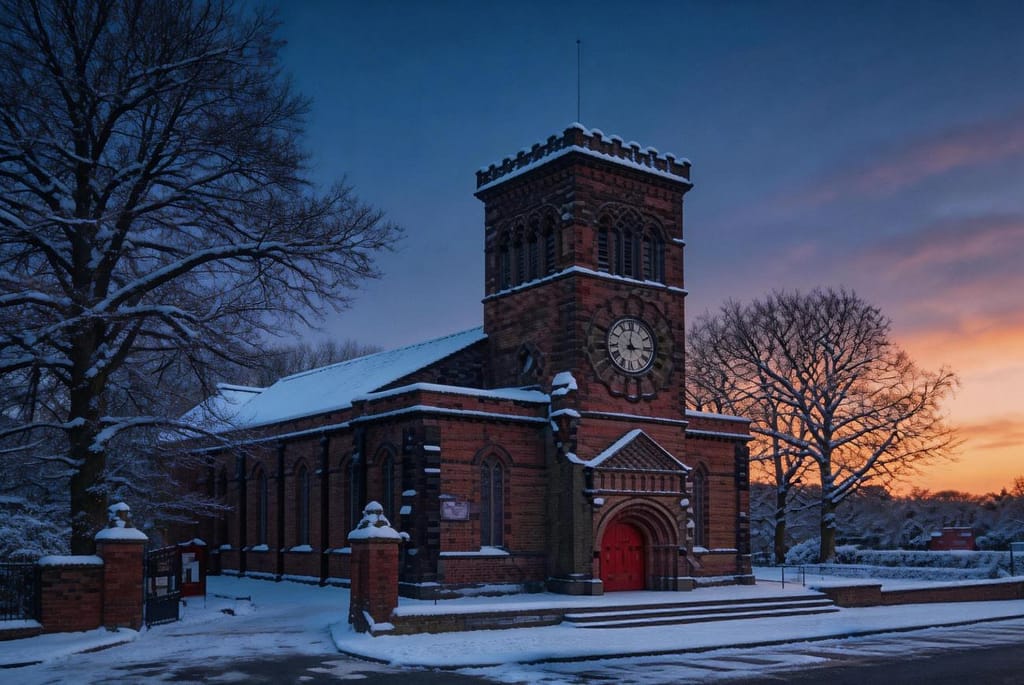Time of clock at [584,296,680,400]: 3:01
